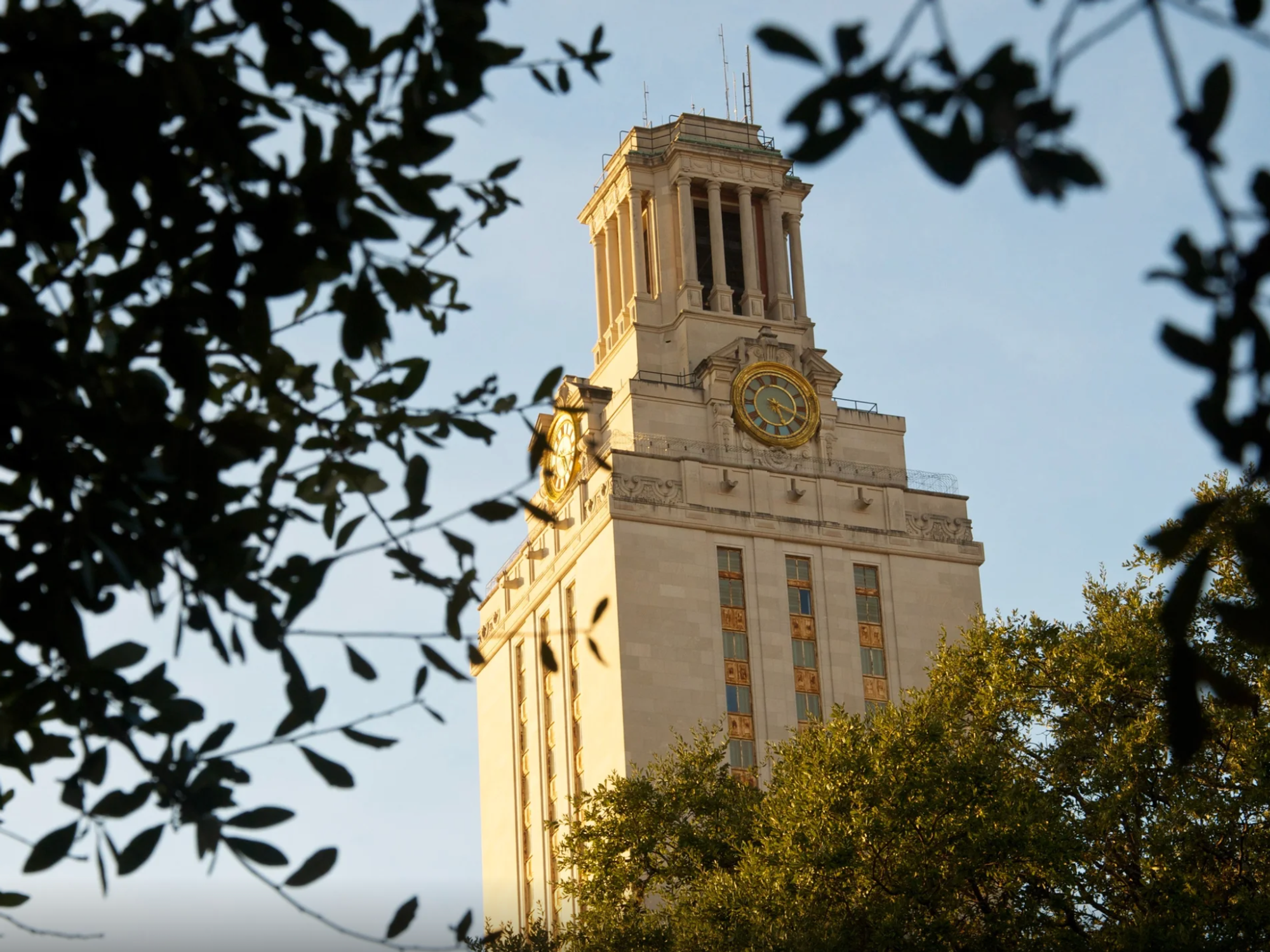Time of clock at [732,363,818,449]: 5:18
